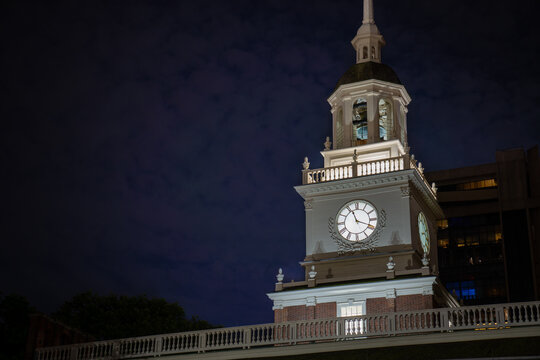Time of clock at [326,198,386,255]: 11:18
